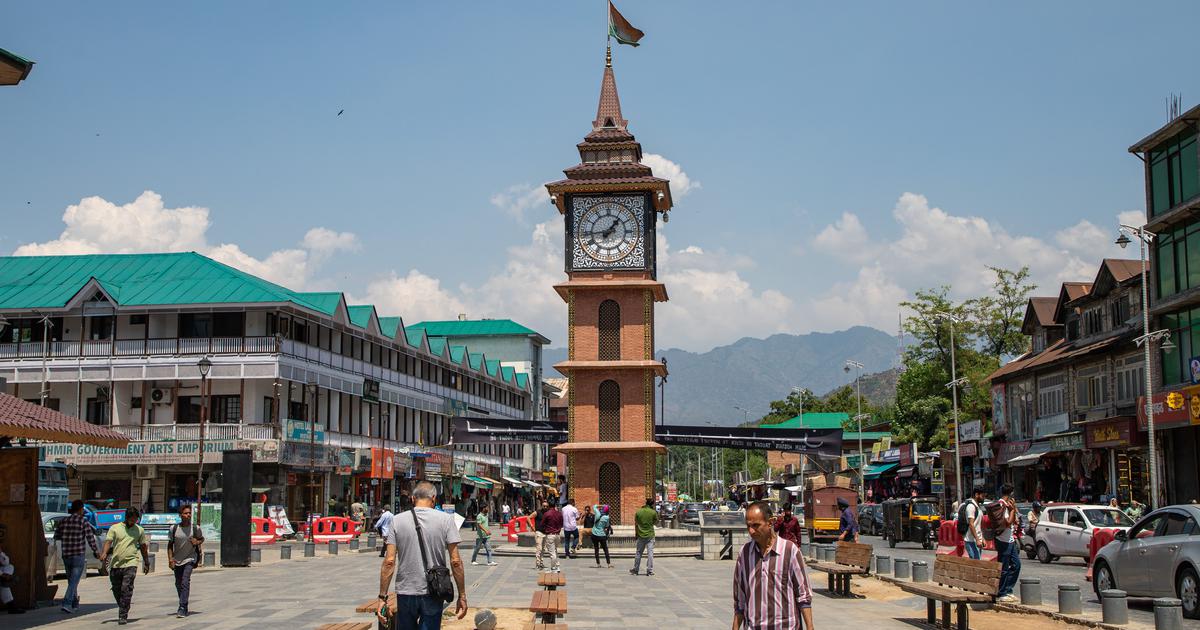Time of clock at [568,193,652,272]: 1:44
